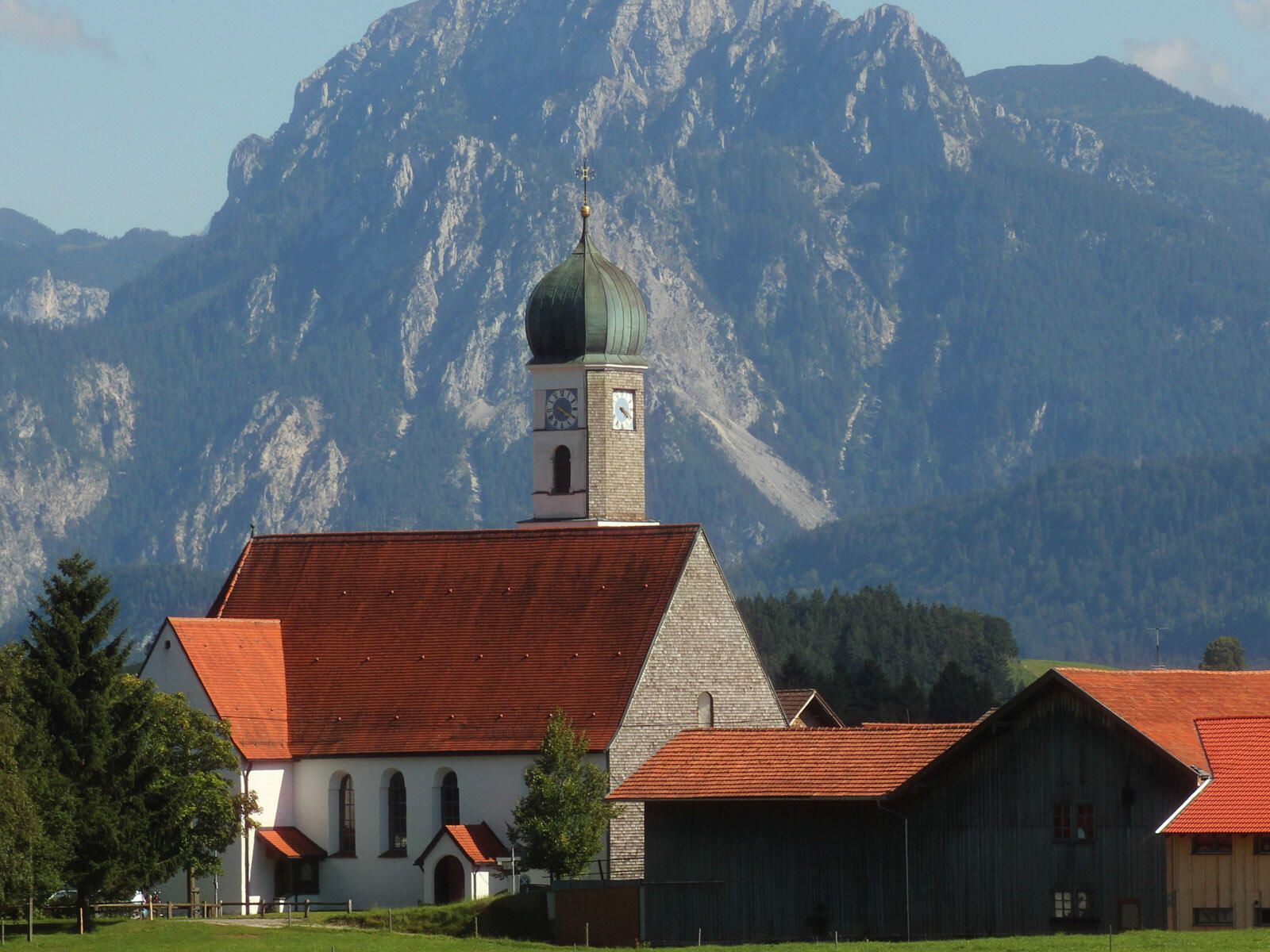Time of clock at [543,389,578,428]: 4:19
